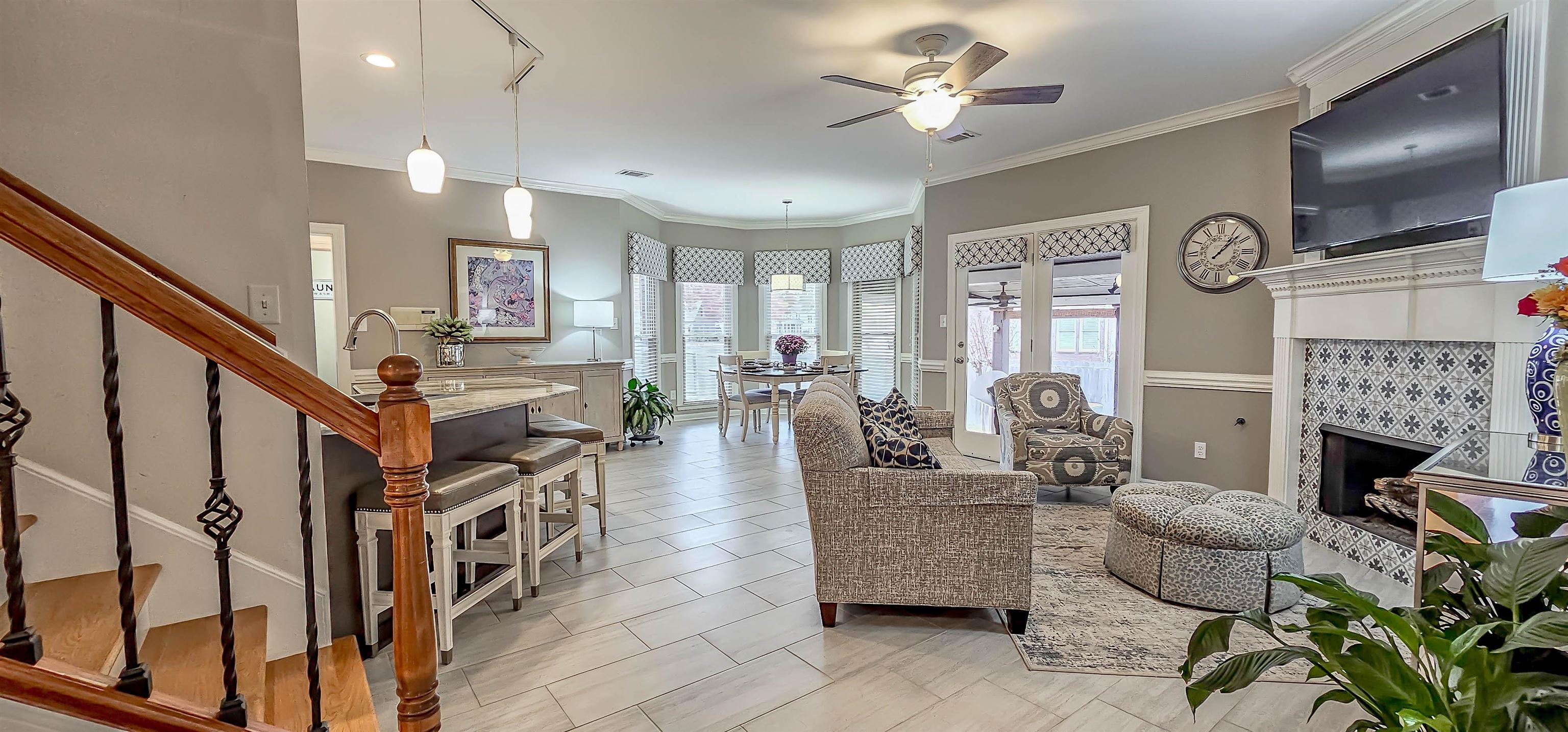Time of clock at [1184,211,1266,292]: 1:07
